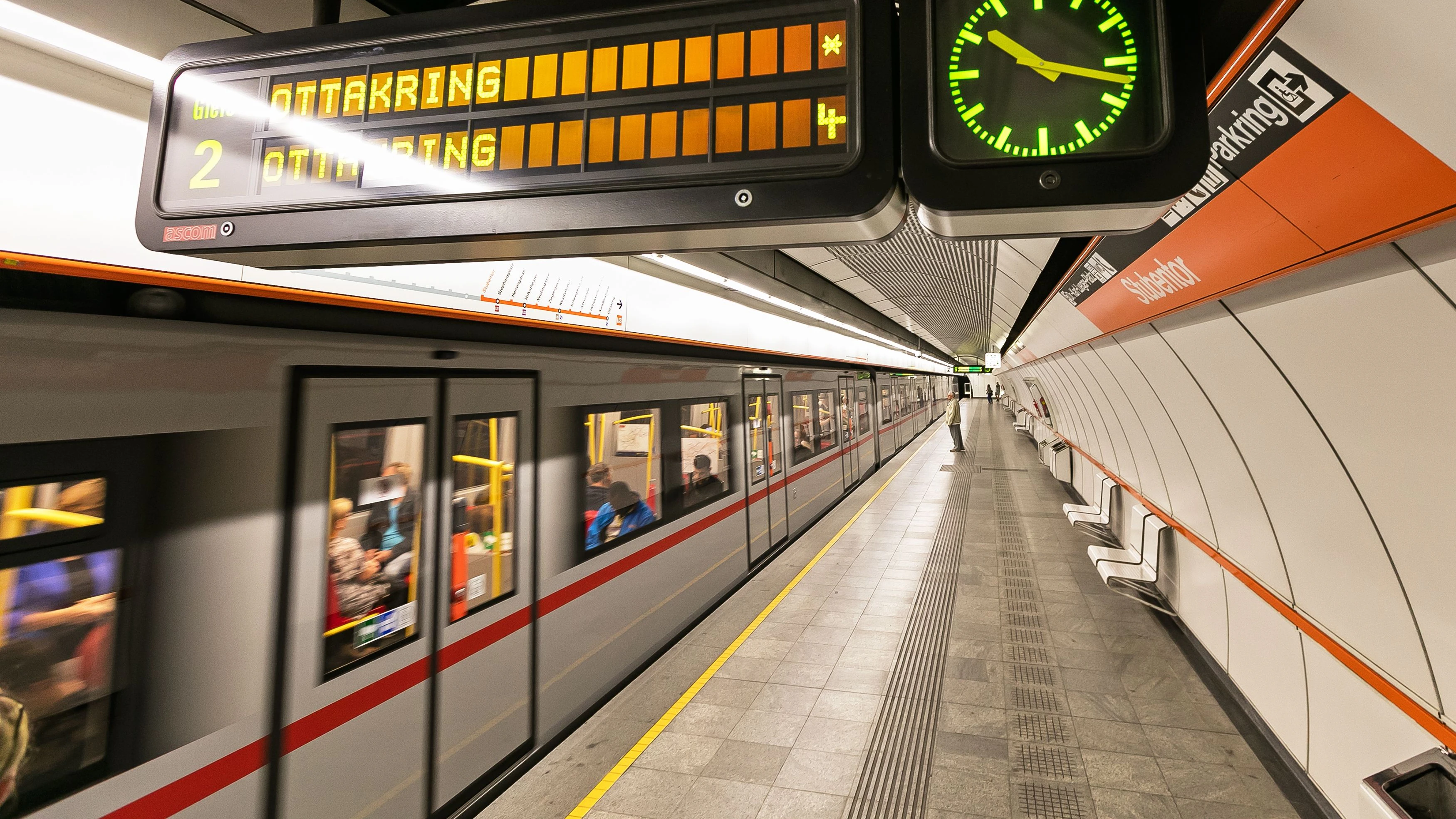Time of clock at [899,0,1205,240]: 10:17
